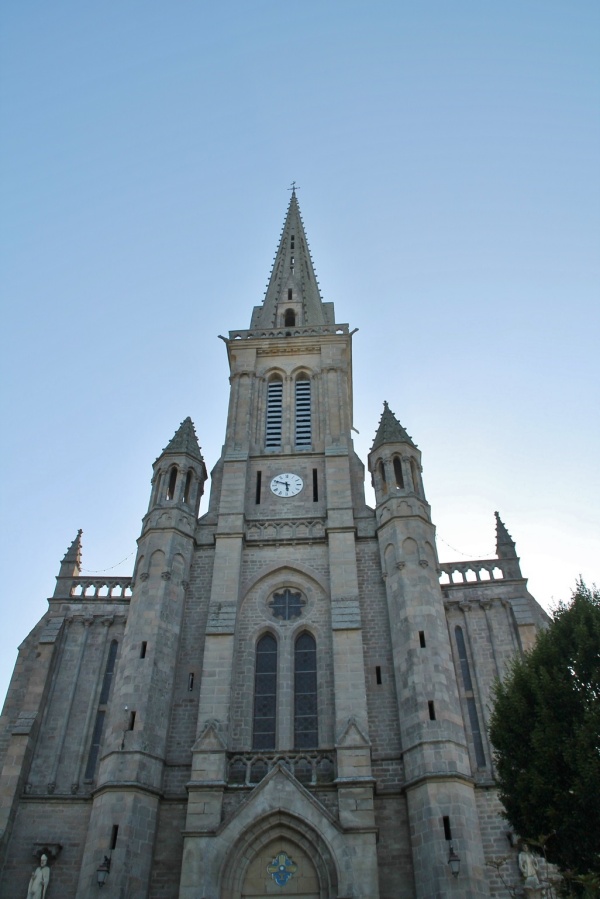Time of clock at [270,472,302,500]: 5:48
